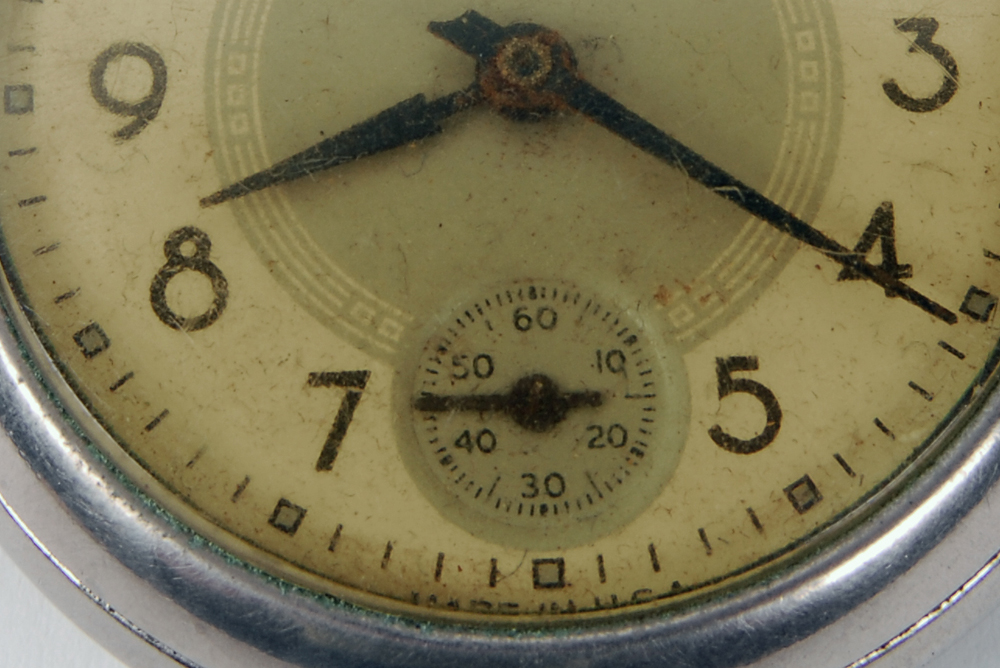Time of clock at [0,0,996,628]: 8:20
